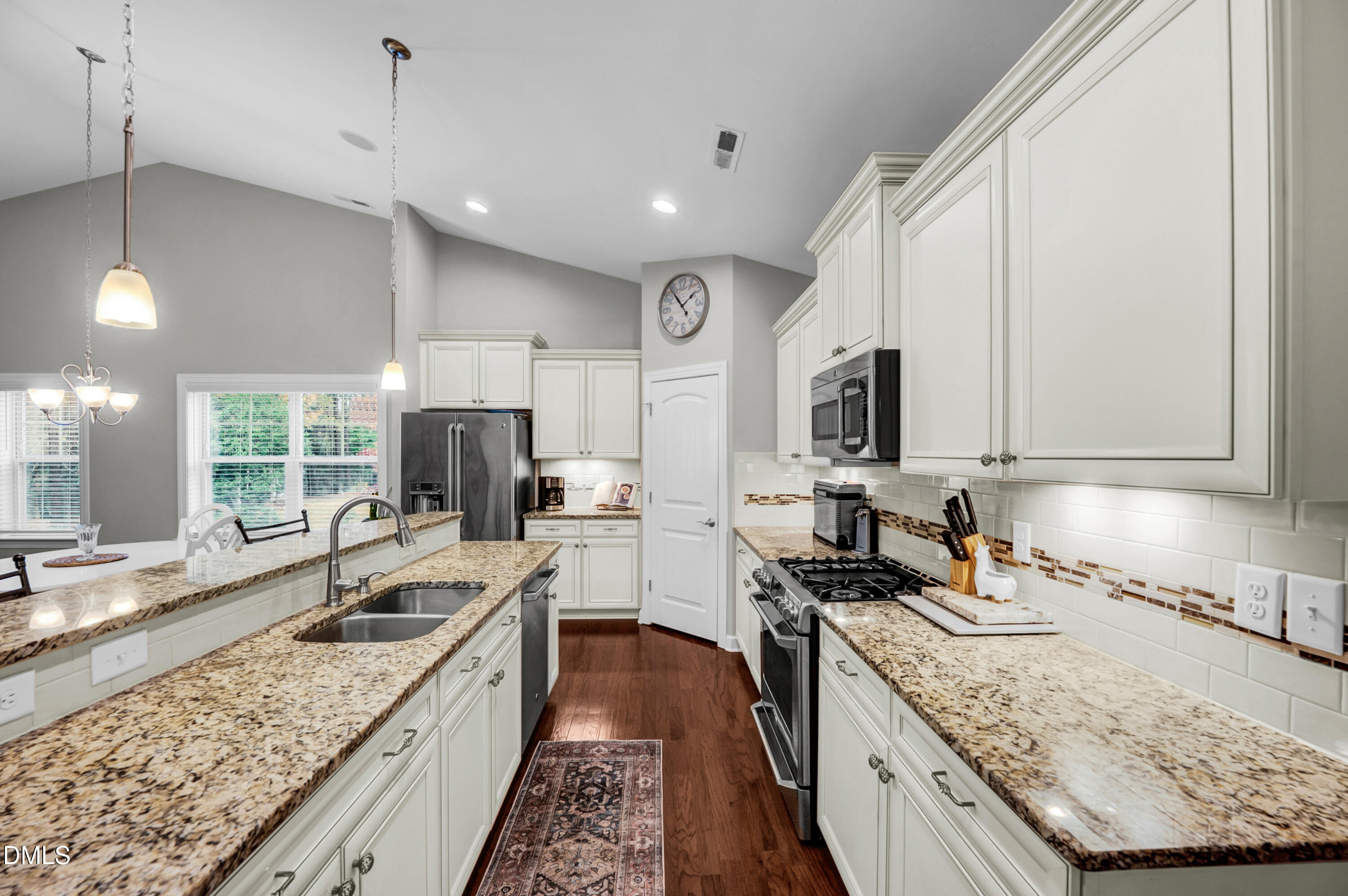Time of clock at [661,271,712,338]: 1:53
